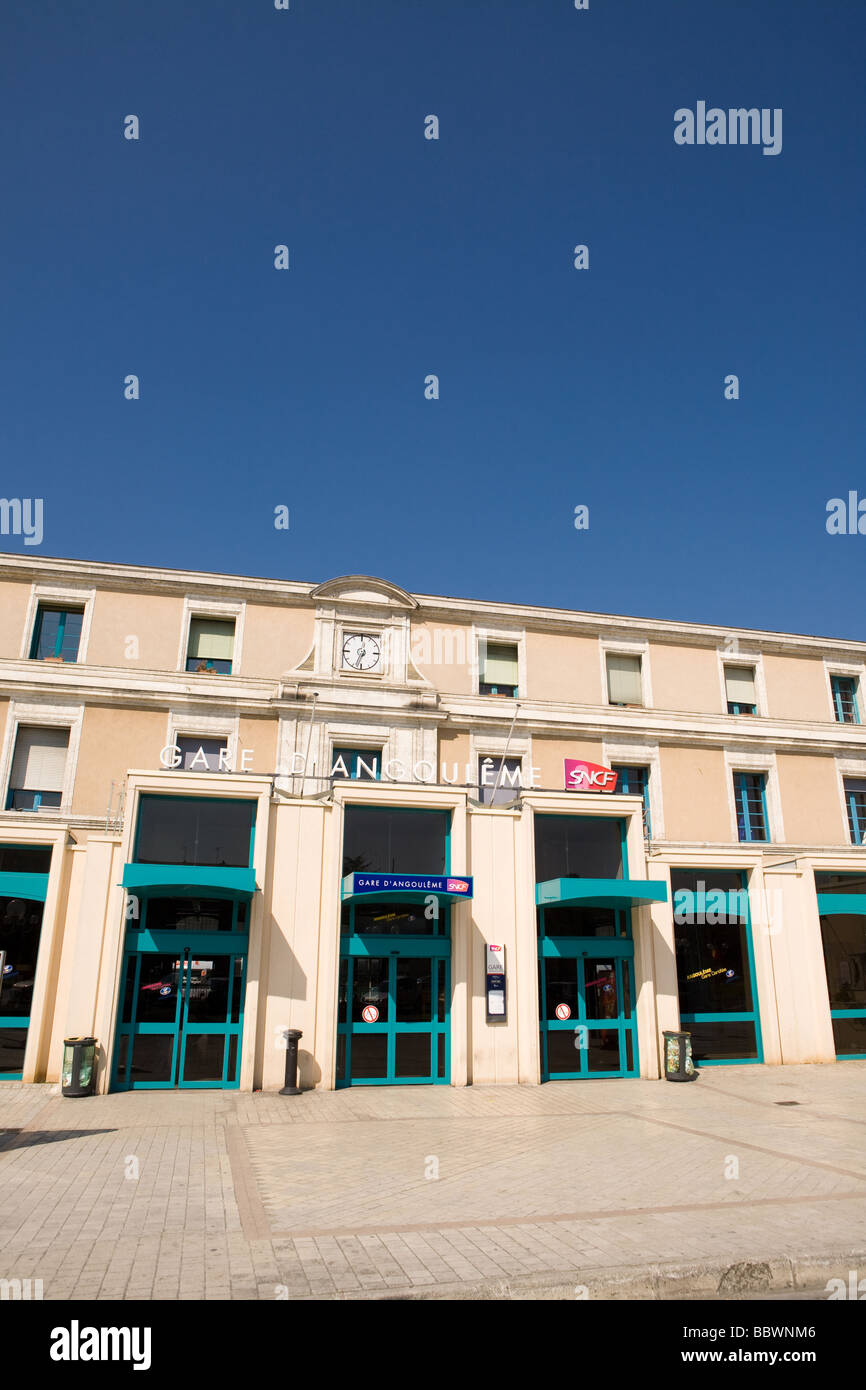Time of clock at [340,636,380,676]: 12:33
